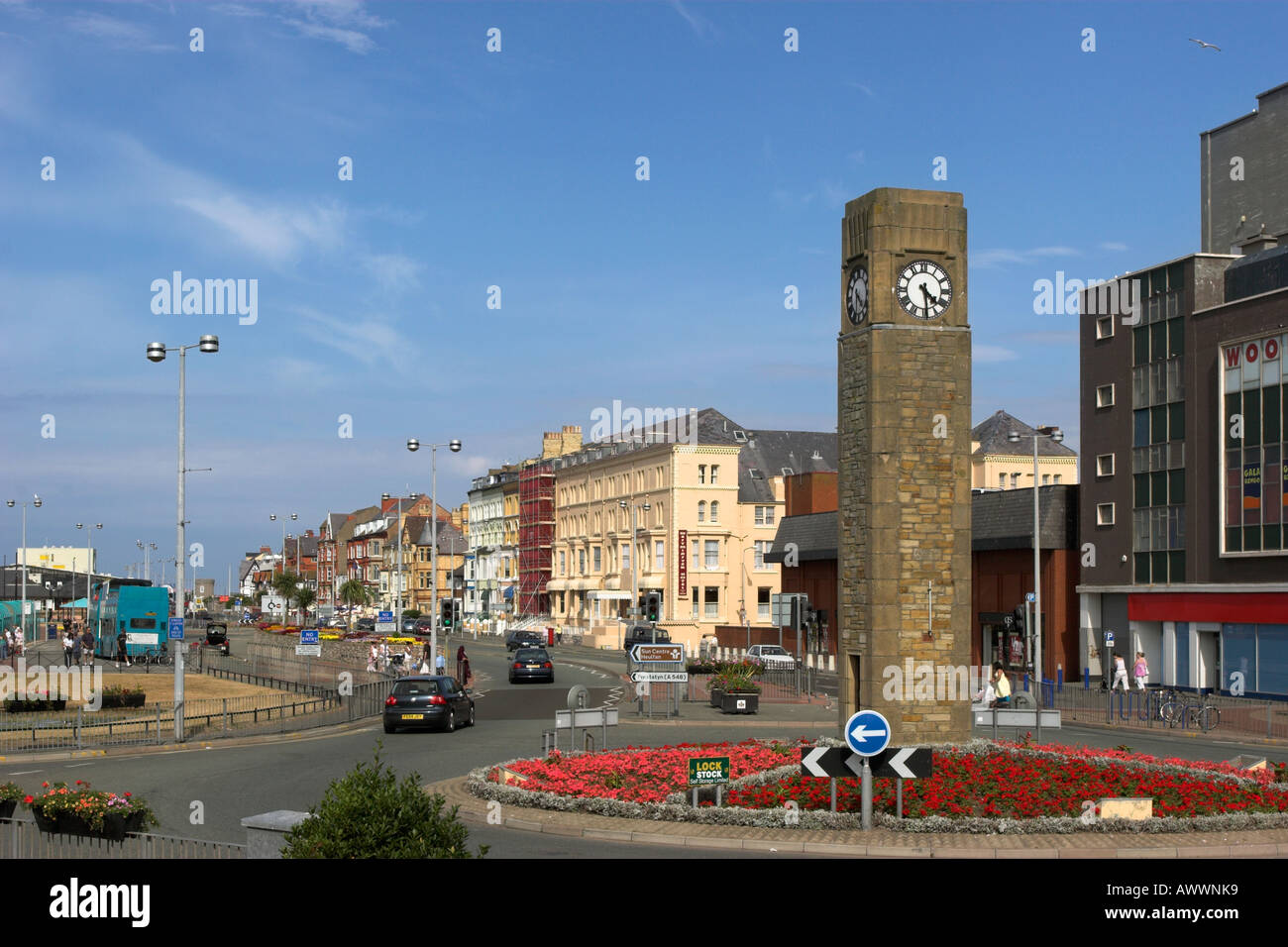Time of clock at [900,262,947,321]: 4:29
